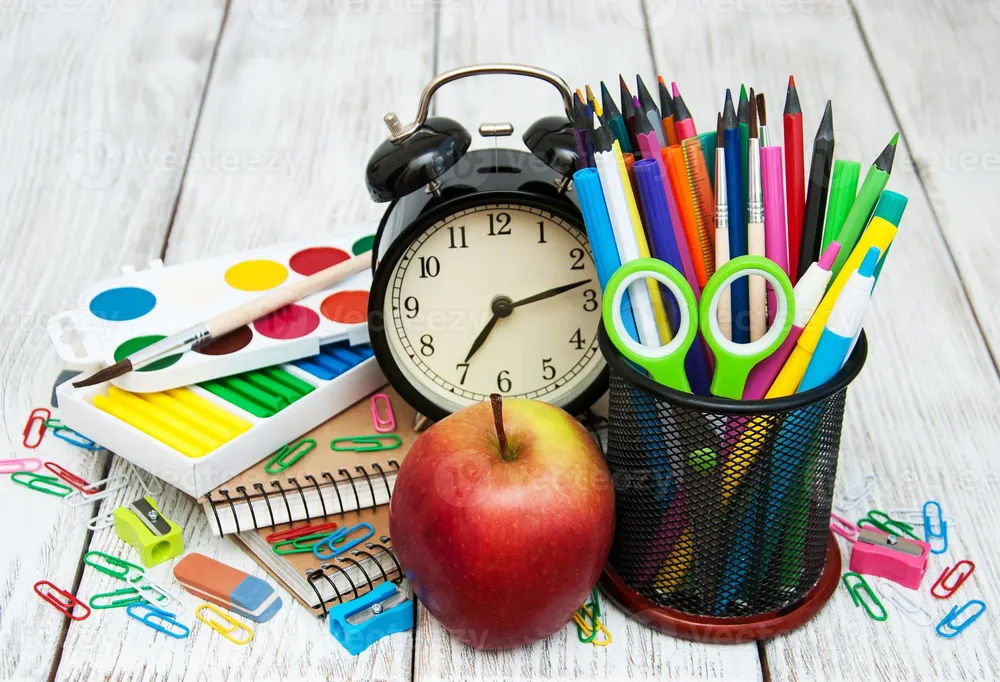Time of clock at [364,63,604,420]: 7:13
